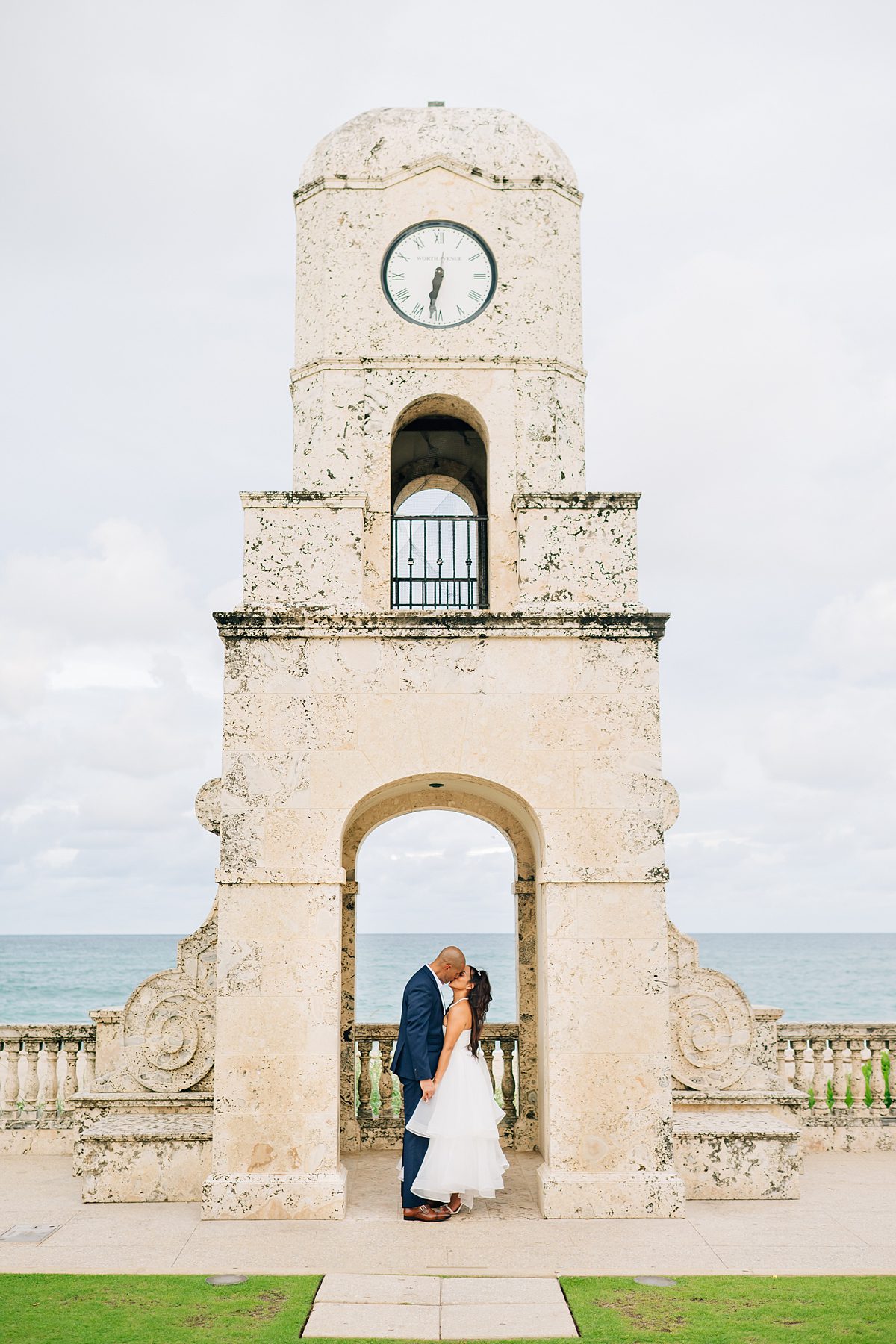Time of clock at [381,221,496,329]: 6:31
